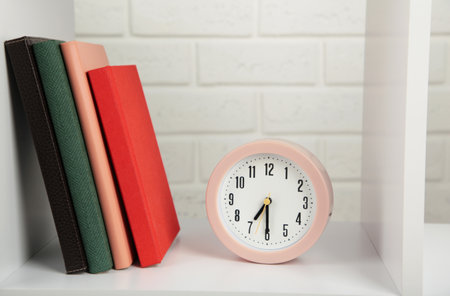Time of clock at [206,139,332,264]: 6:29
